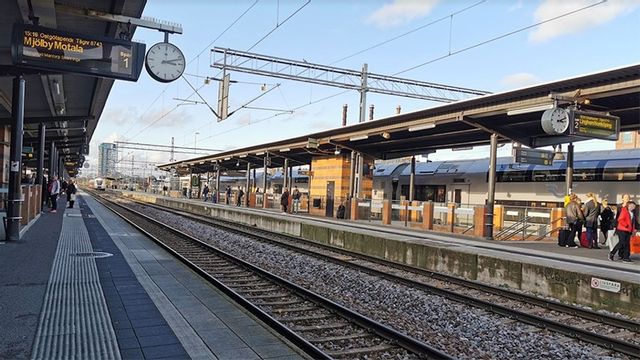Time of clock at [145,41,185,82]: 3:11
